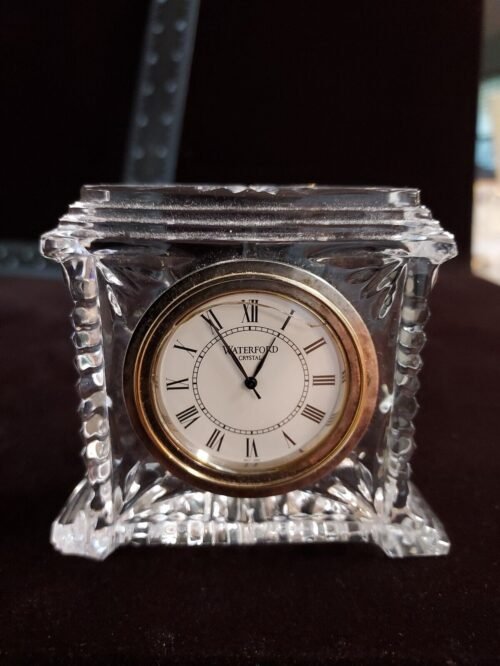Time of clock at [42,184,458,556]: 12:55
